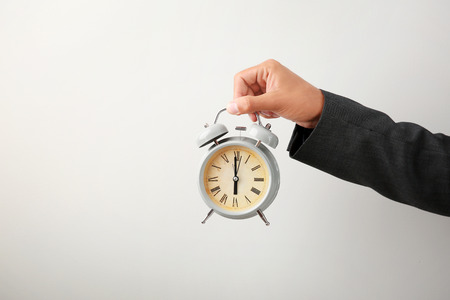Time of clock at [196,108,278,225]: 5:59
